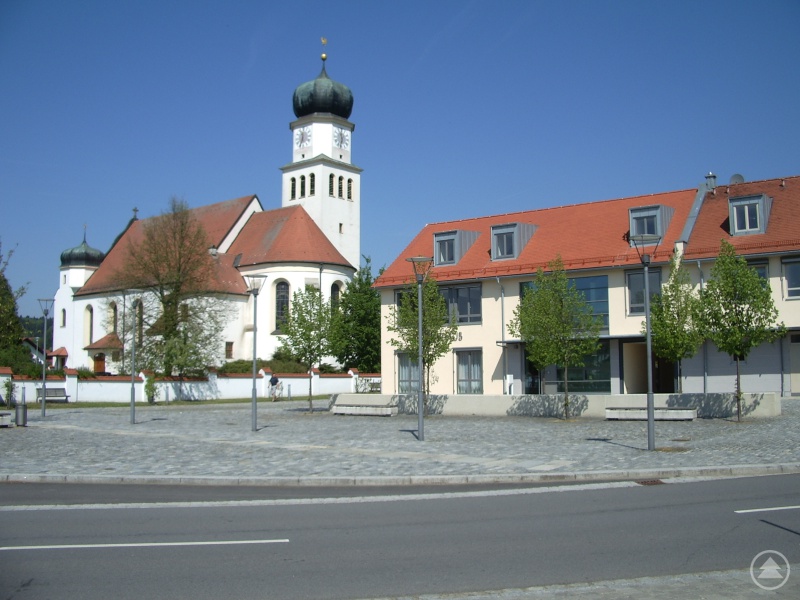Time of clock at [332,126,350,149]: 11:32
